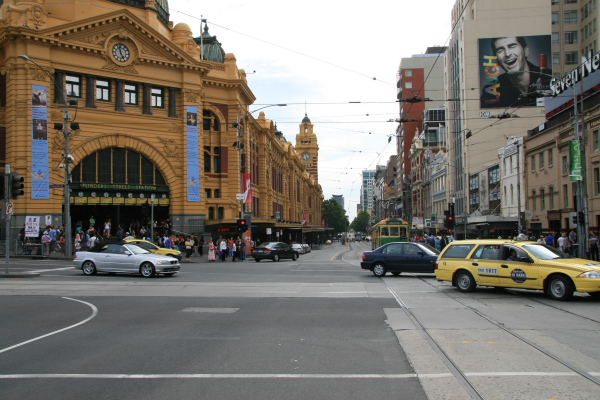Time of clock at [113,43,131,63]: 4:57
